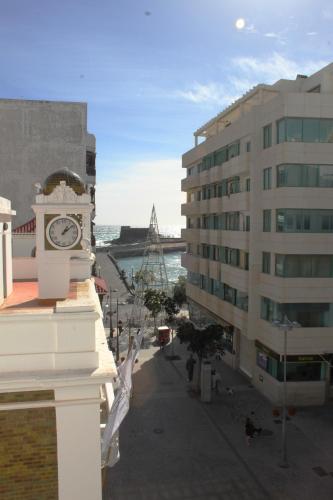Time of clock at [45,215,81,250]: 1:08
